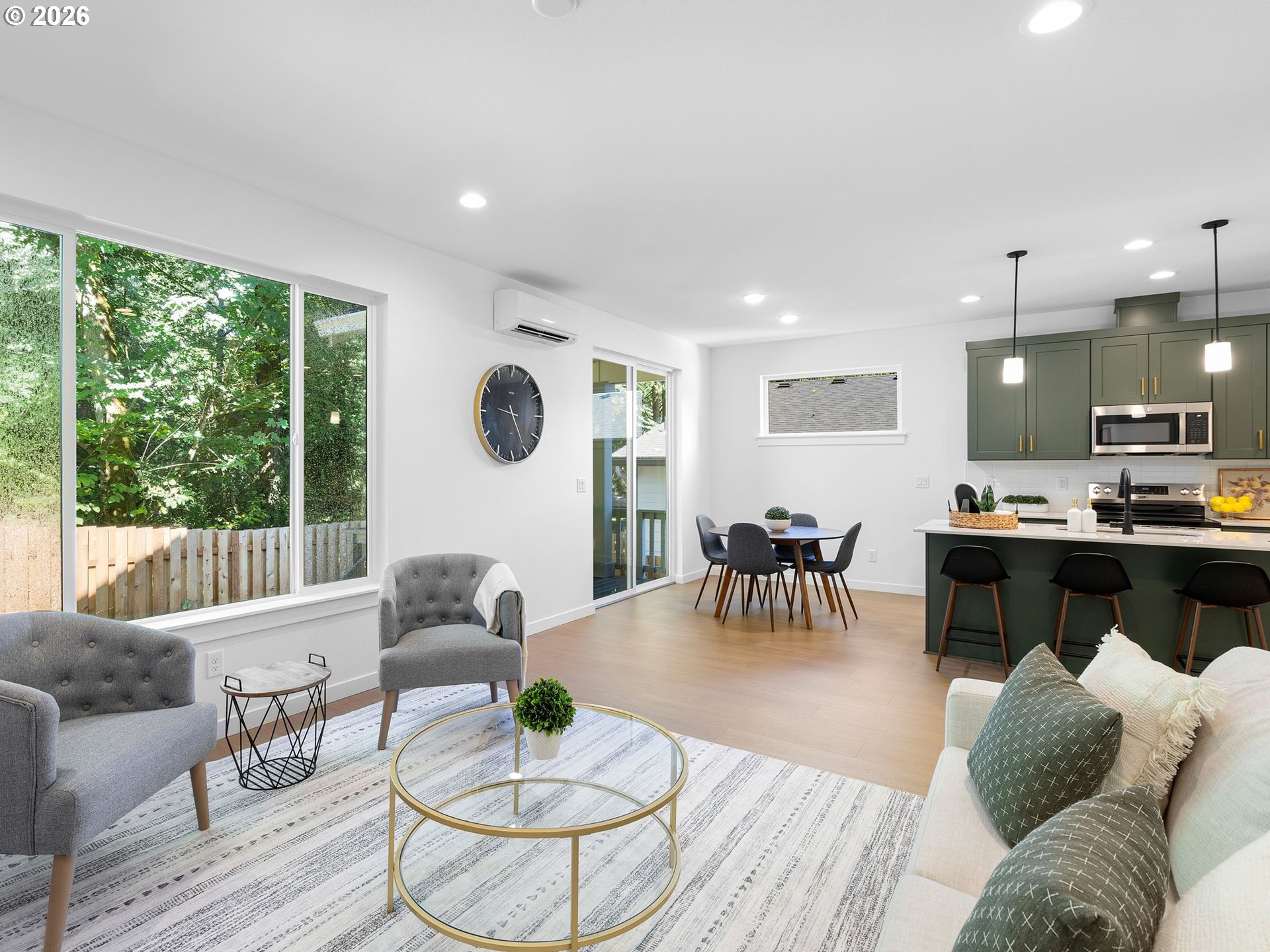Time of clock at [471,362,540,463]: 9:25
